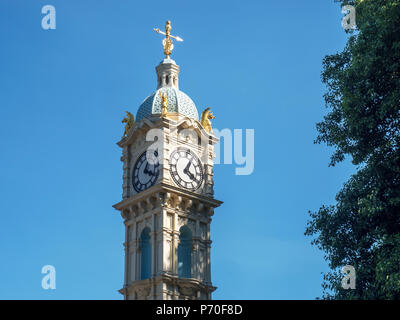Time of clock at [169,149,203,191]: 1:20
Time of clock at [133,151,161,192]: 1:20
